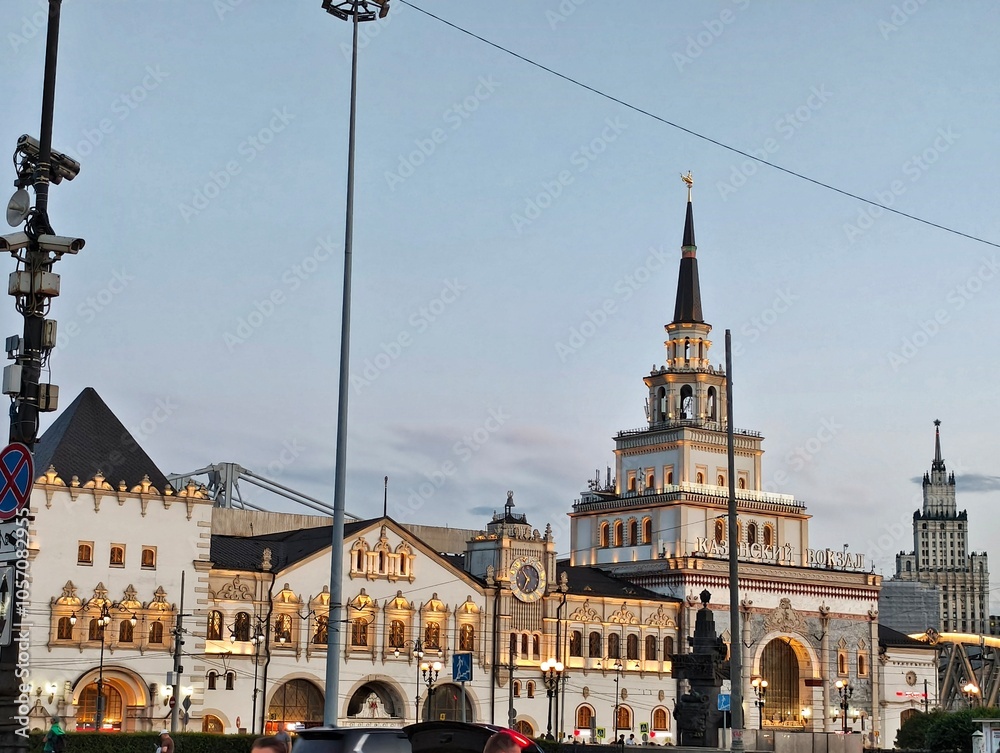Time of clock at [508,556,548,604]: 10:34
